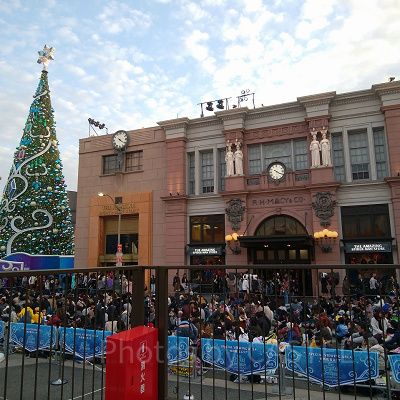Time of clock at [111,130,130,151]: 4:21
